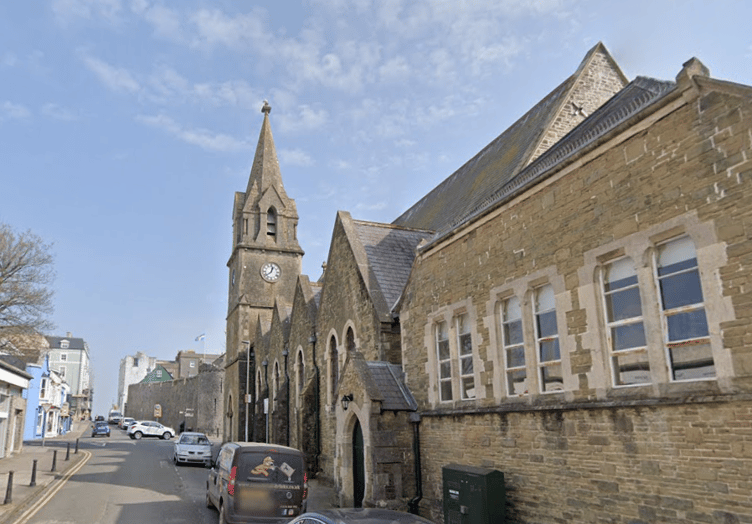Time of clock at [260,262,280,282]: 12:38
